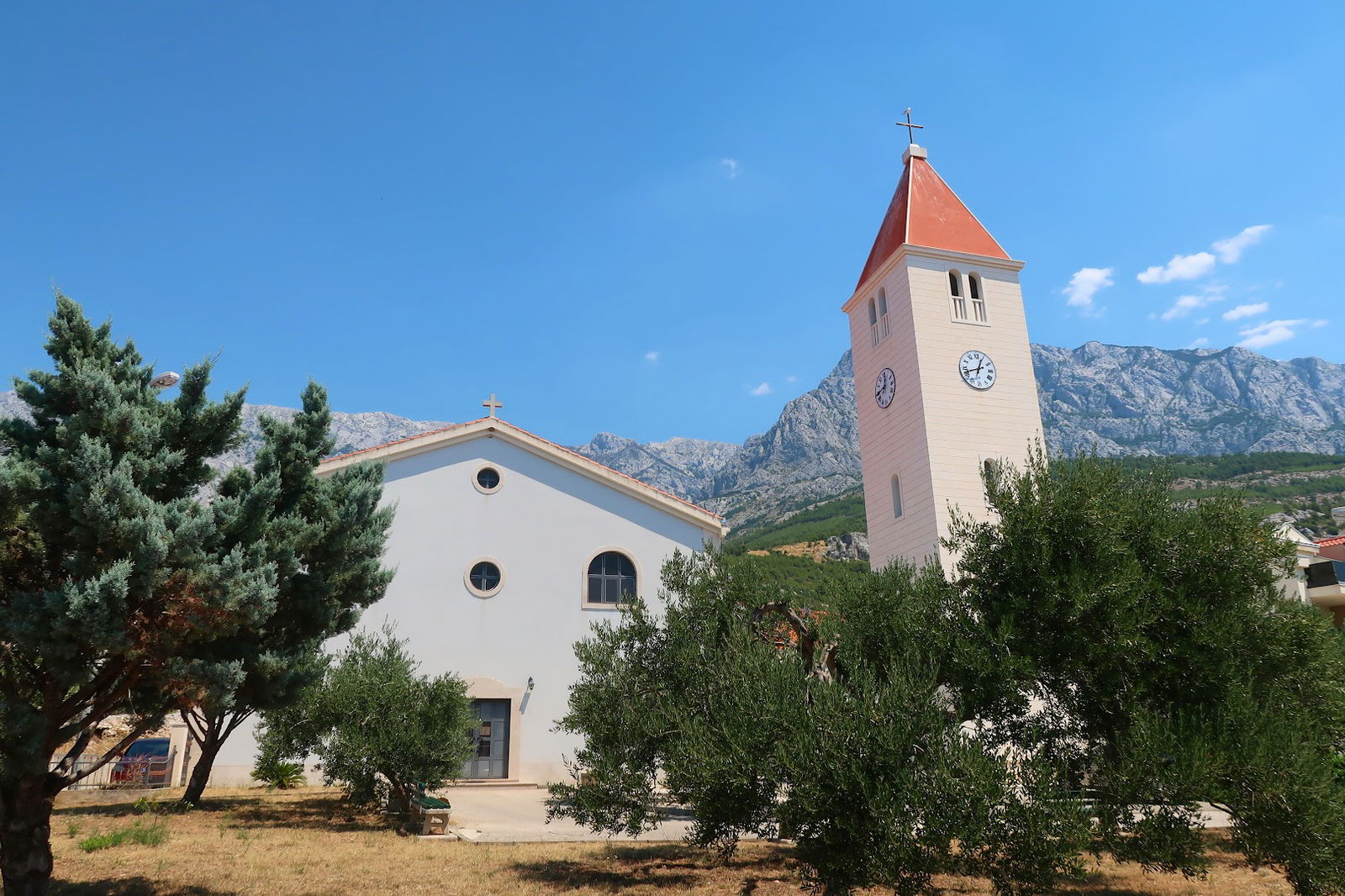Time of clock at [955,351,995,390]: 12:42
